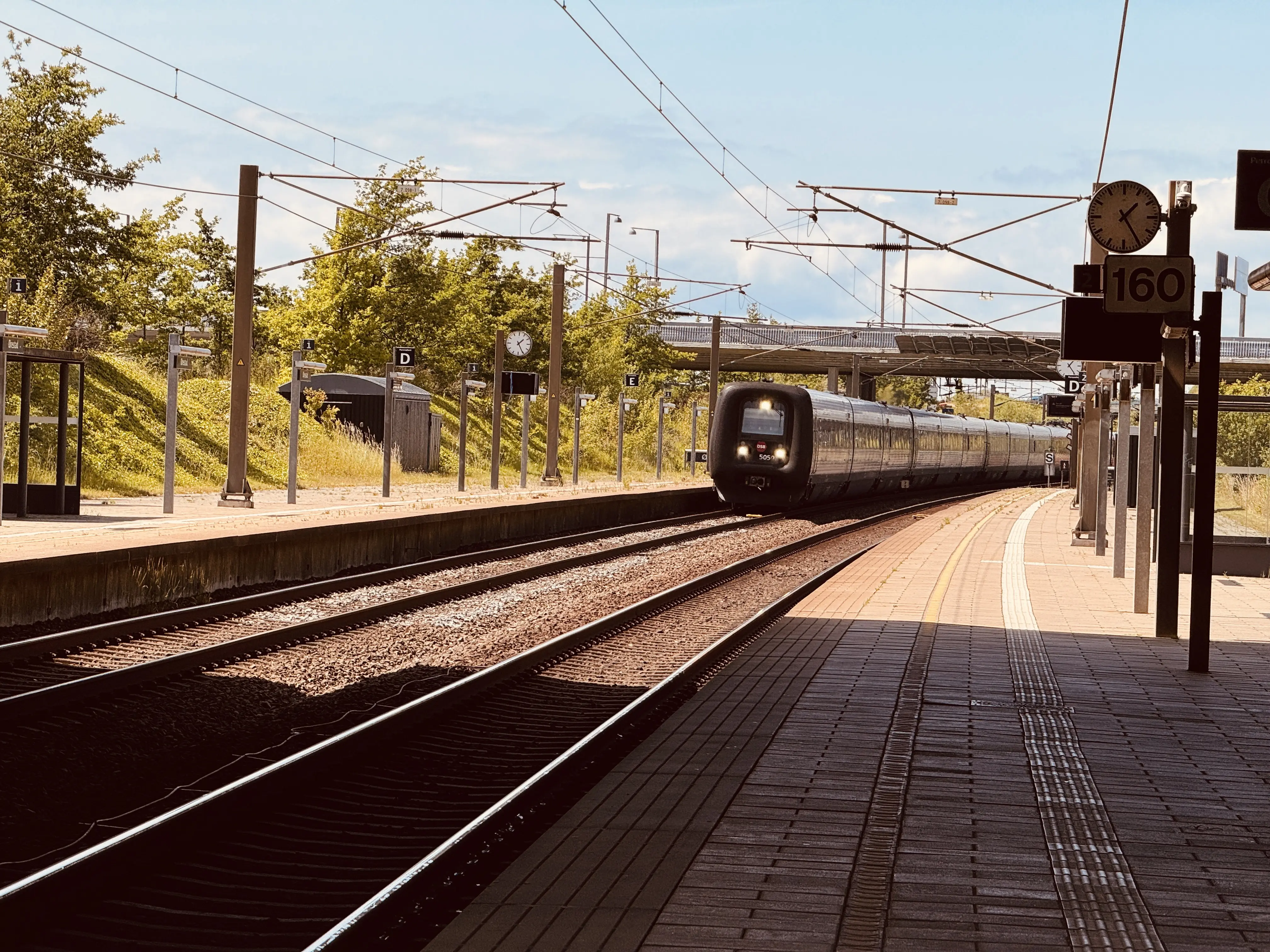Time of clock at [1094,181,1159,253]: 1:24
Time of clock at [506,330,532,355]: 1:25
